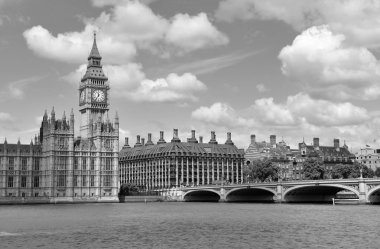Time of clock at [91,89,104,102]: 11:35
